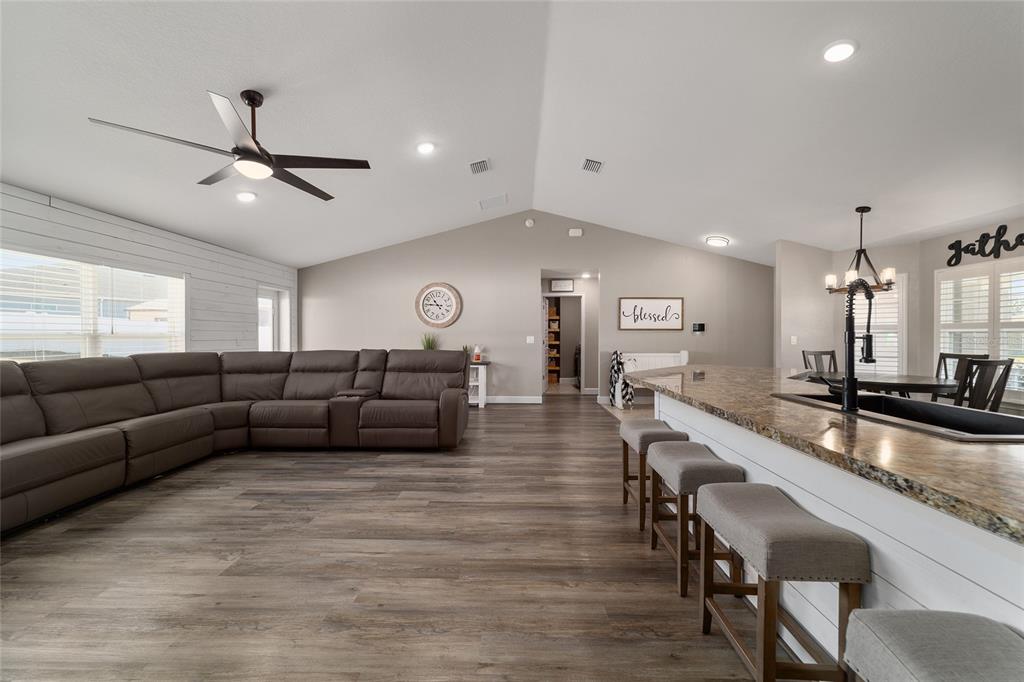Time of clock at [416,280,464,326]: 10:45
